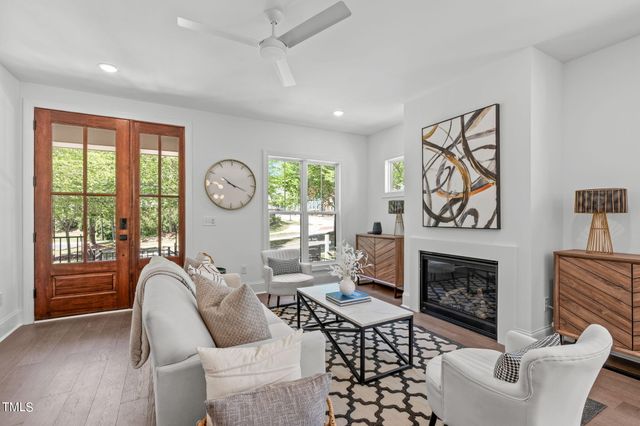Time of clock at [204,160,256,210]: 10:18
